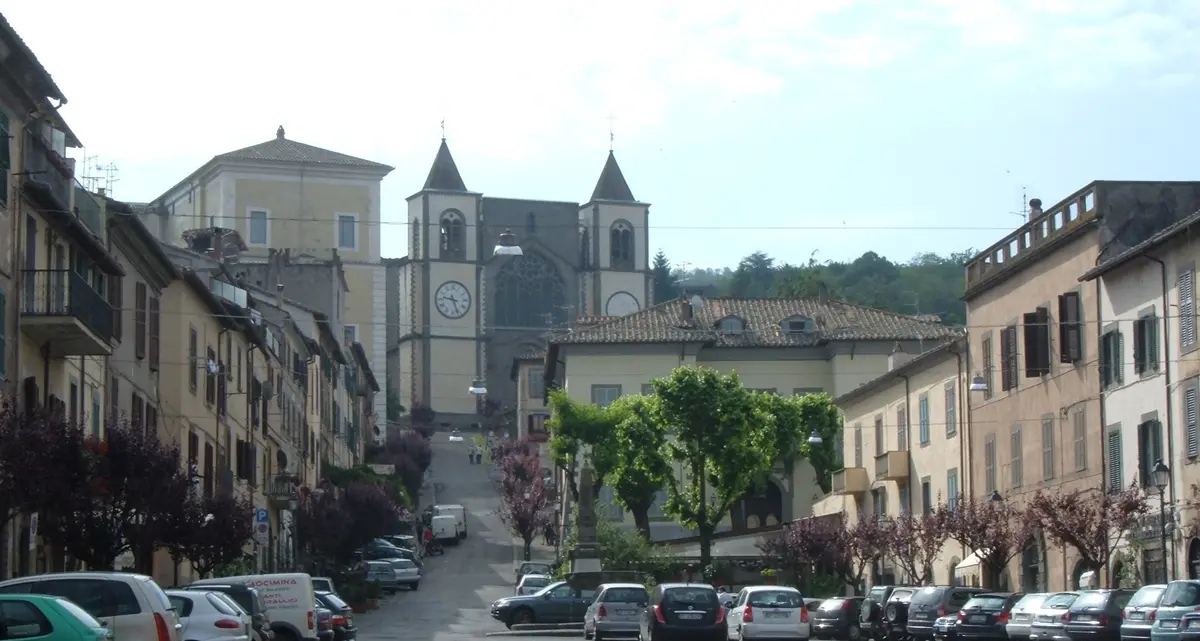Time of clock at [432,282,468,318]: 9:26
